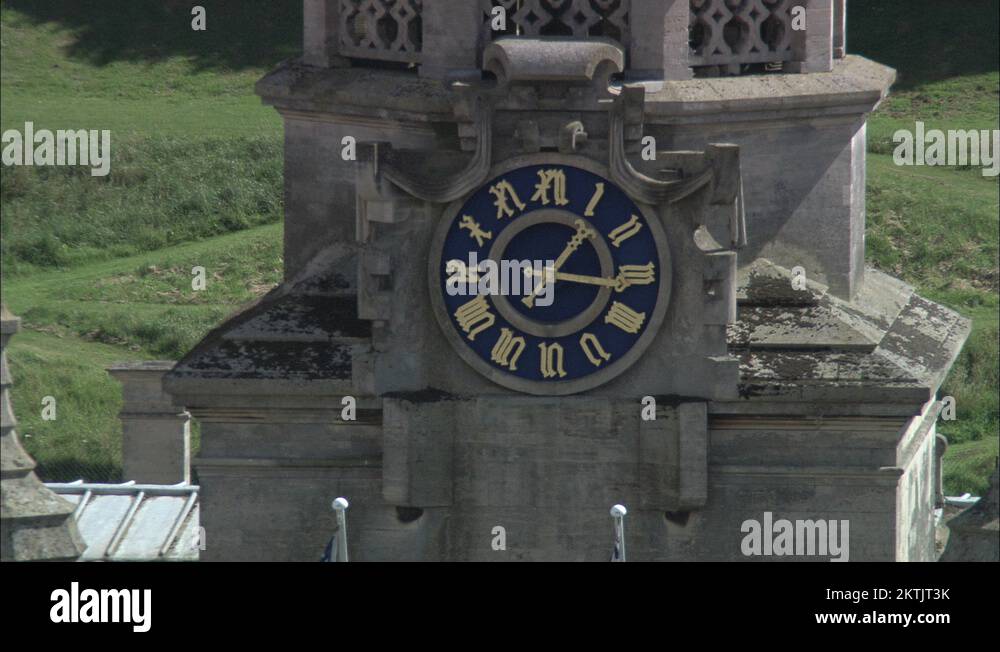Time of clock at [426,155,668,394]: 1:16
